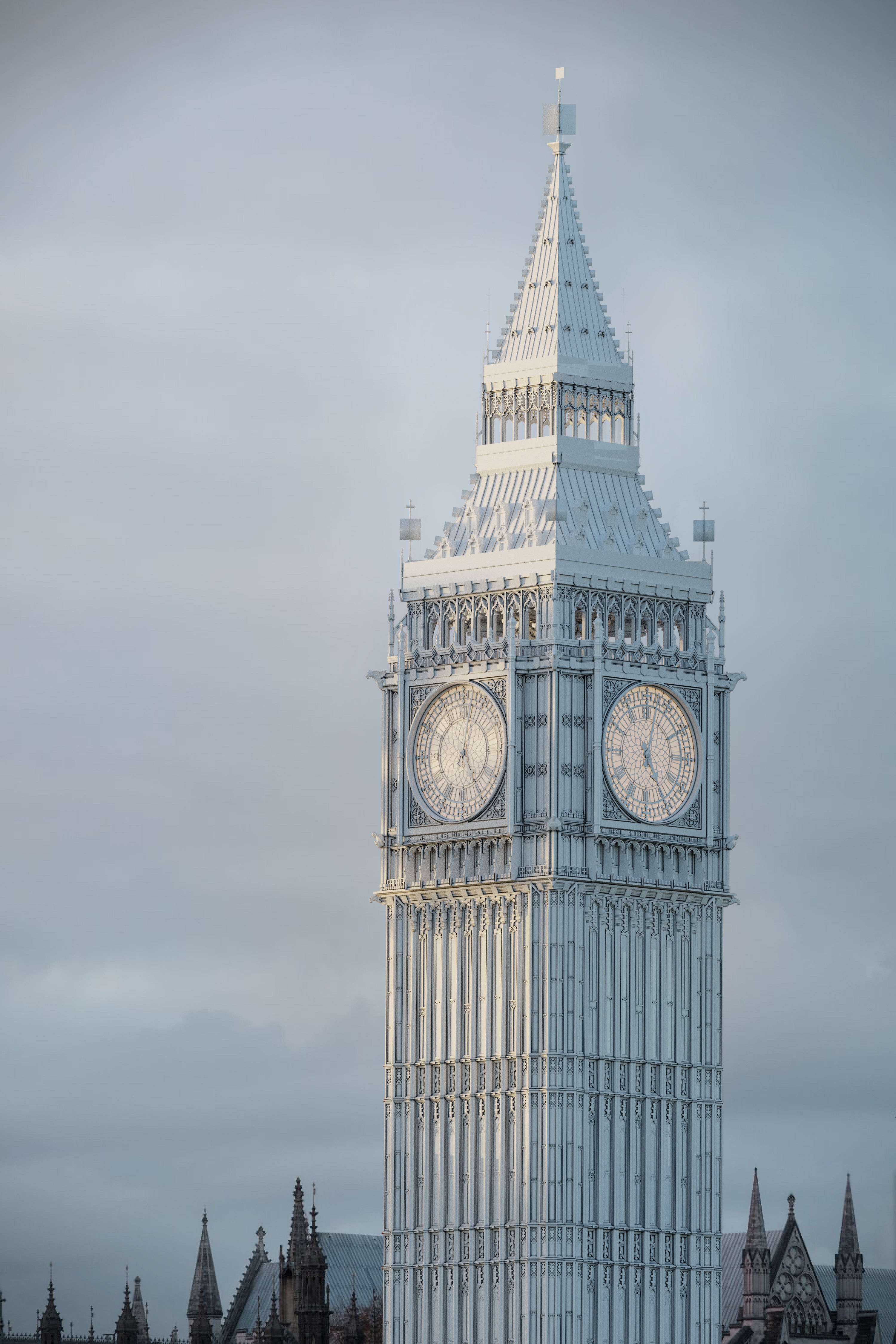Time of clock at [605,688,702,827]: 5:02
